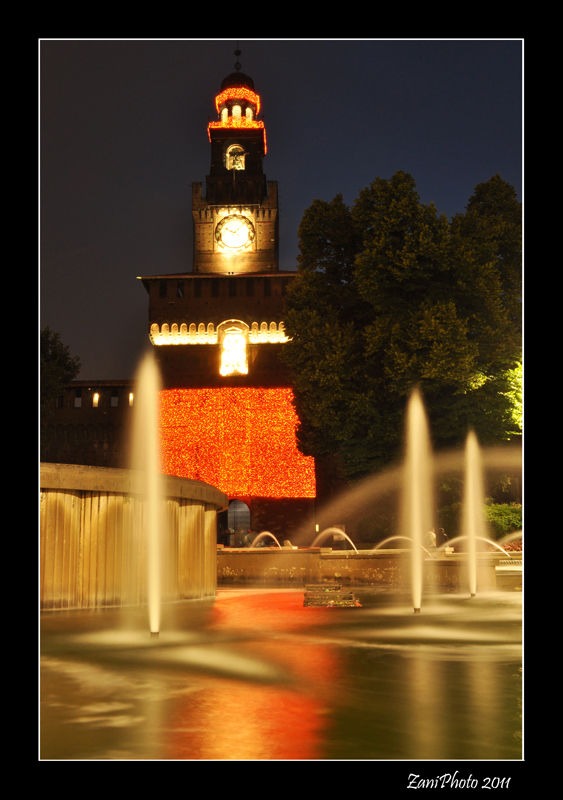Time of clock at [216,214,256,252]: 10:07
